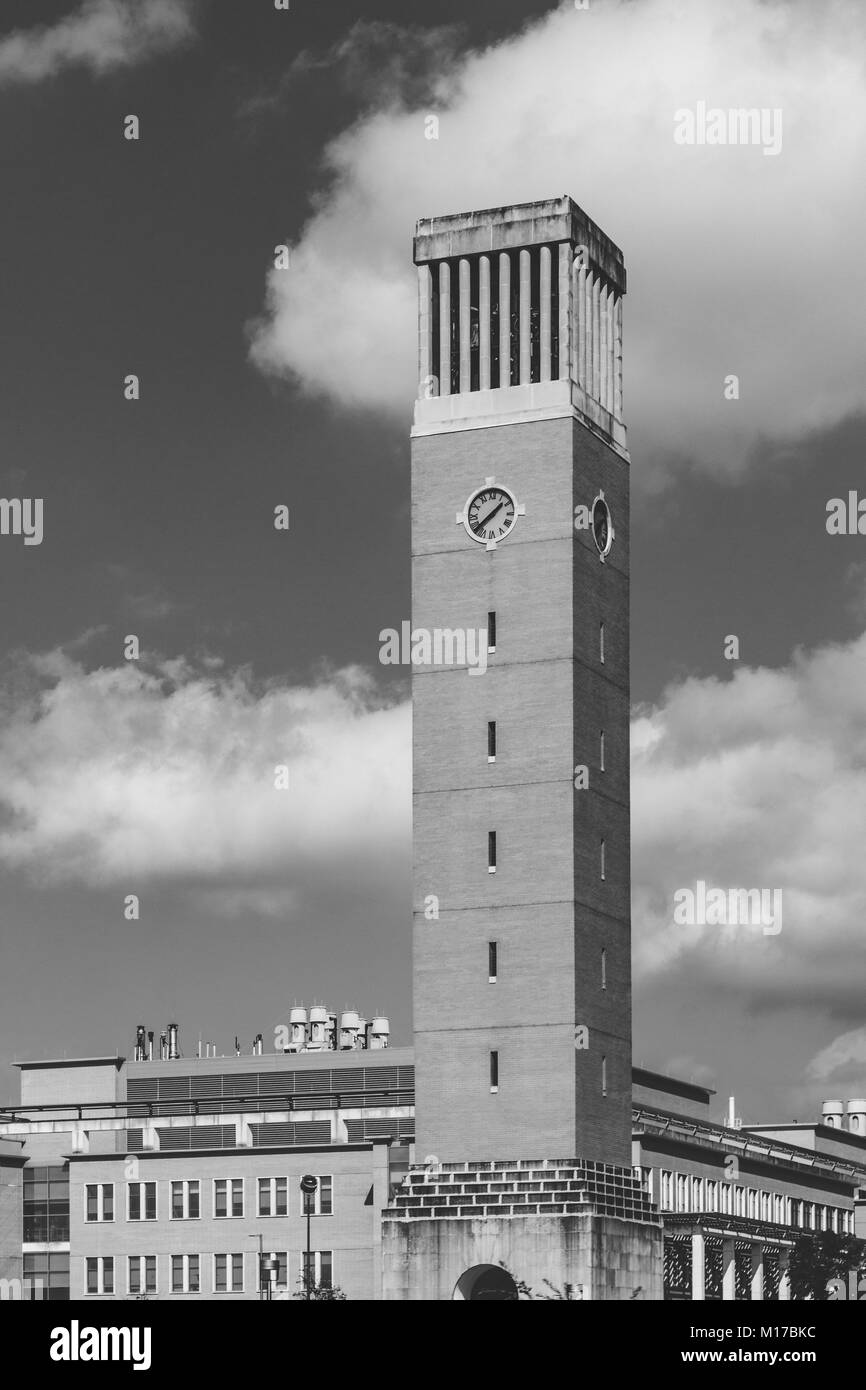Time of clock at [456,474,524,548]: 1:38
